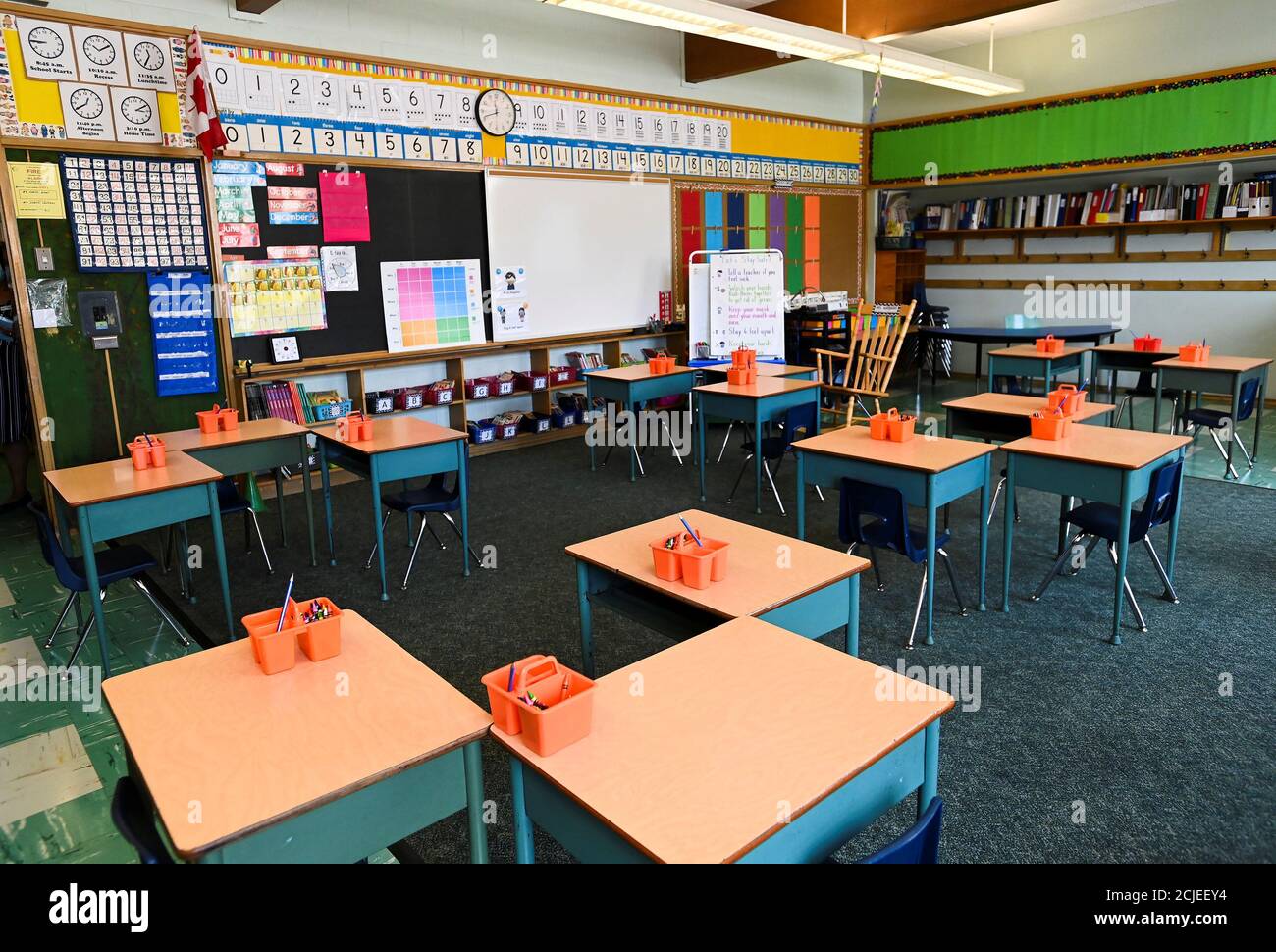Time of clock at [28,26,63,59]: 8:45
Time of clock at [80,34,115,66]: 10:10
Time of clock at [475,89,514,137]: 11:41
